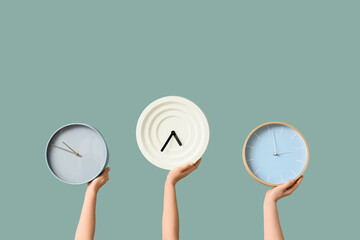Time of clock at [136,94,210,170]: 4:35
